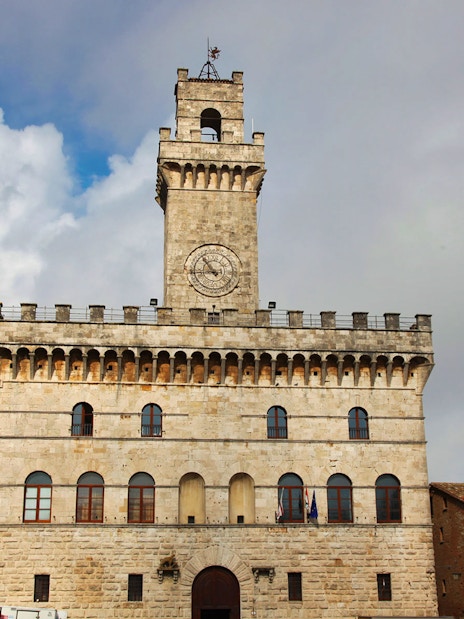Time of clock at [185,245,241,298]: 10:43
